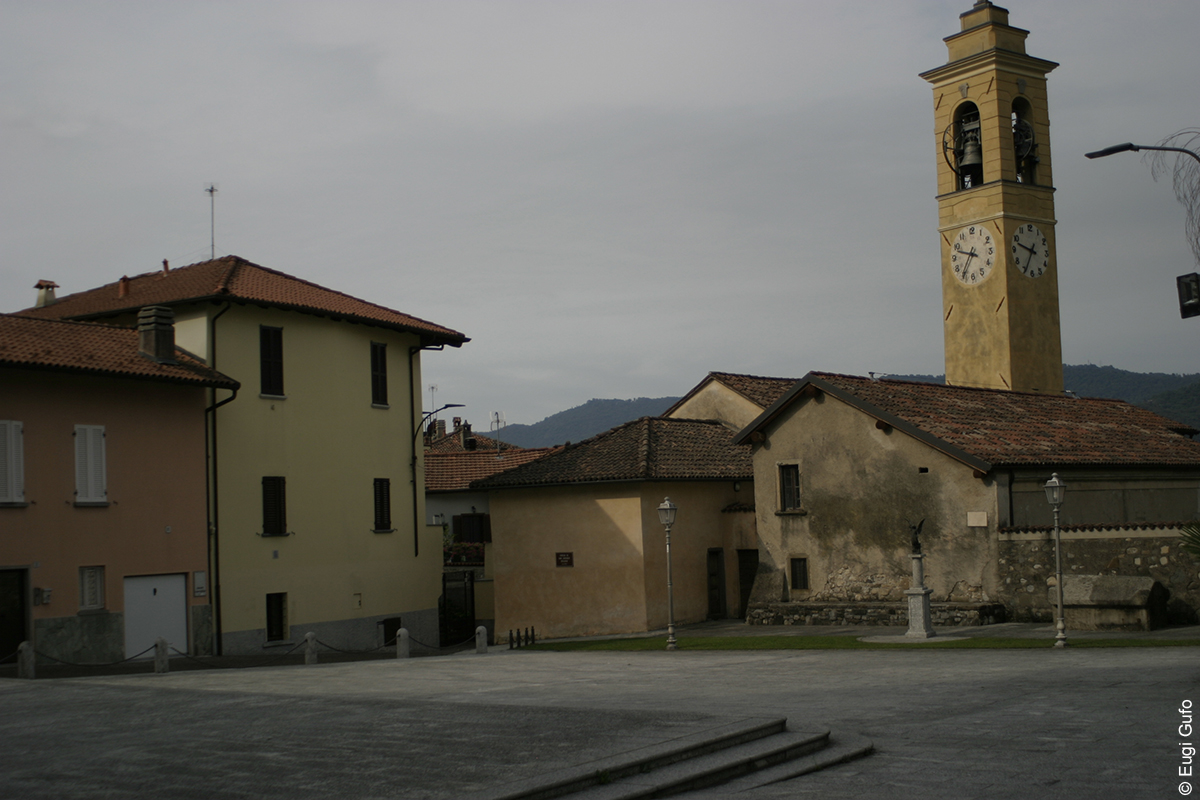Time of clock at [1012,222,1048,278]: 9:34
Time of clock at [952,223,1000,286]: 9:35
